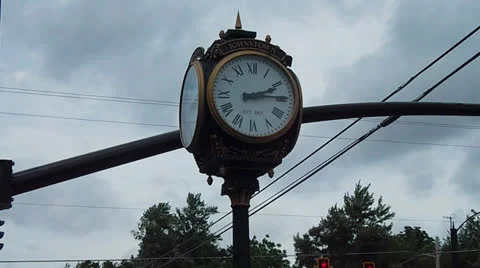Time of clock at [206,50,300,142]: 2:14
